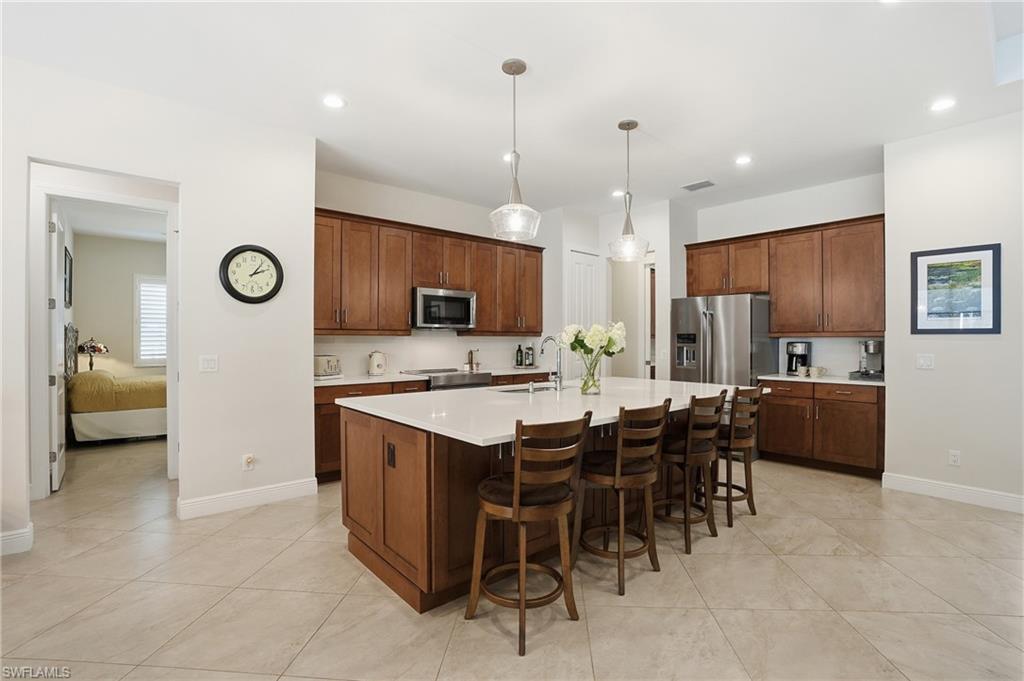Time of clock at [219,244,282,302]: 2:06
